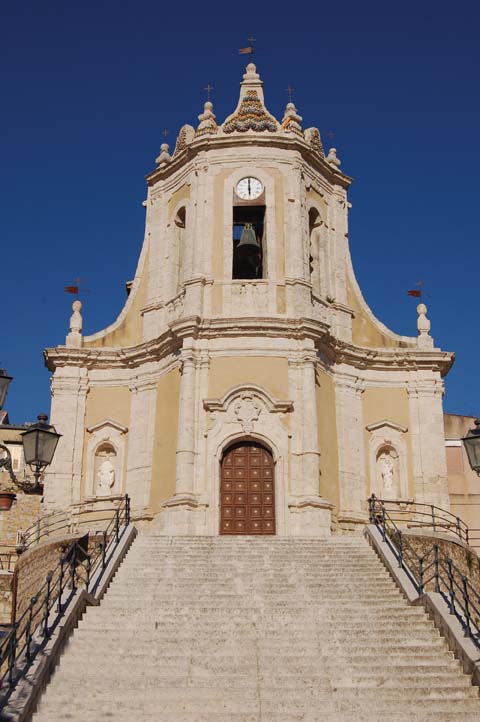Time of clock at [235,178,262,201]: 5:59
